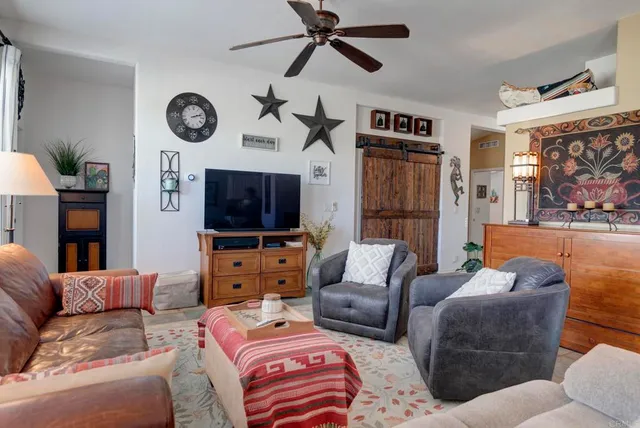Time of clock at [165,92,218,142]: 2:12
